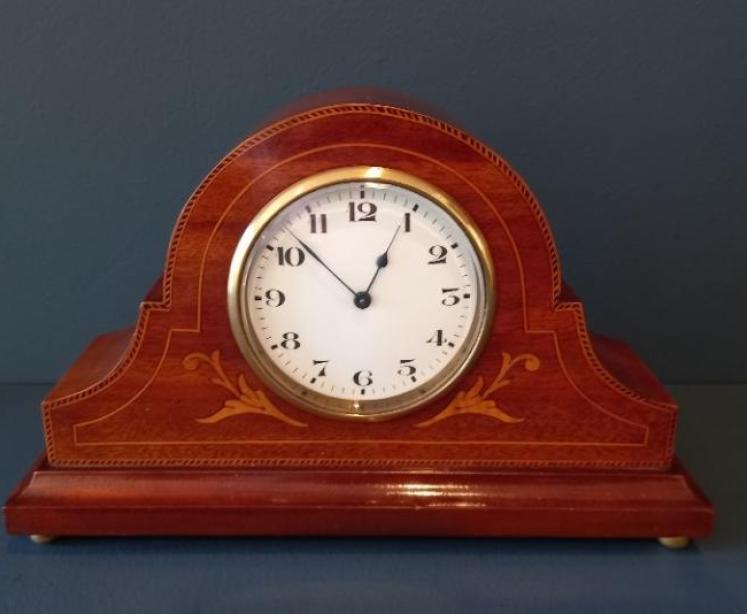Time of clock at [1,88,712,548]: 12:52
